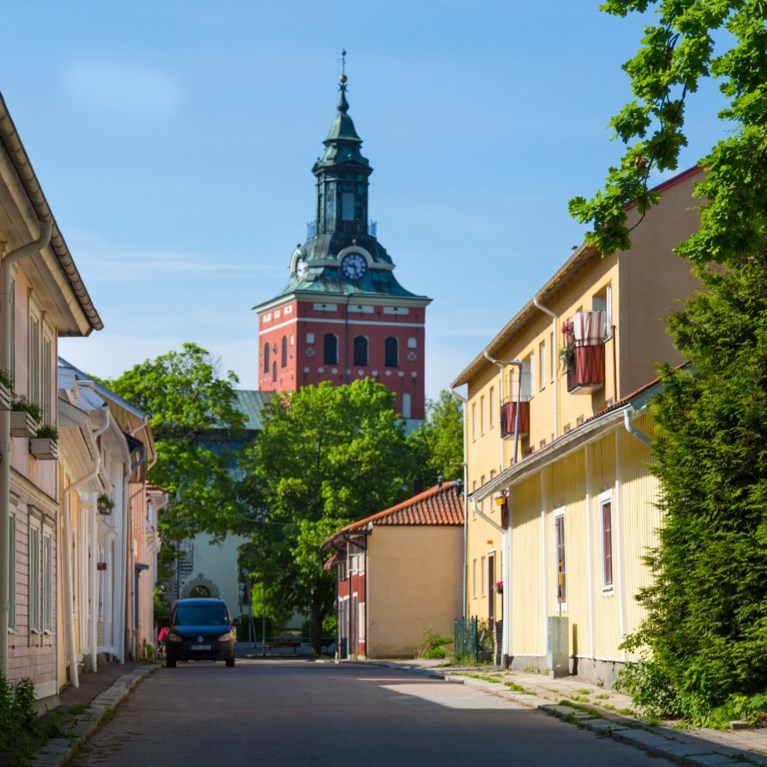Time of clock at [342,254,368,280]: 9:27
